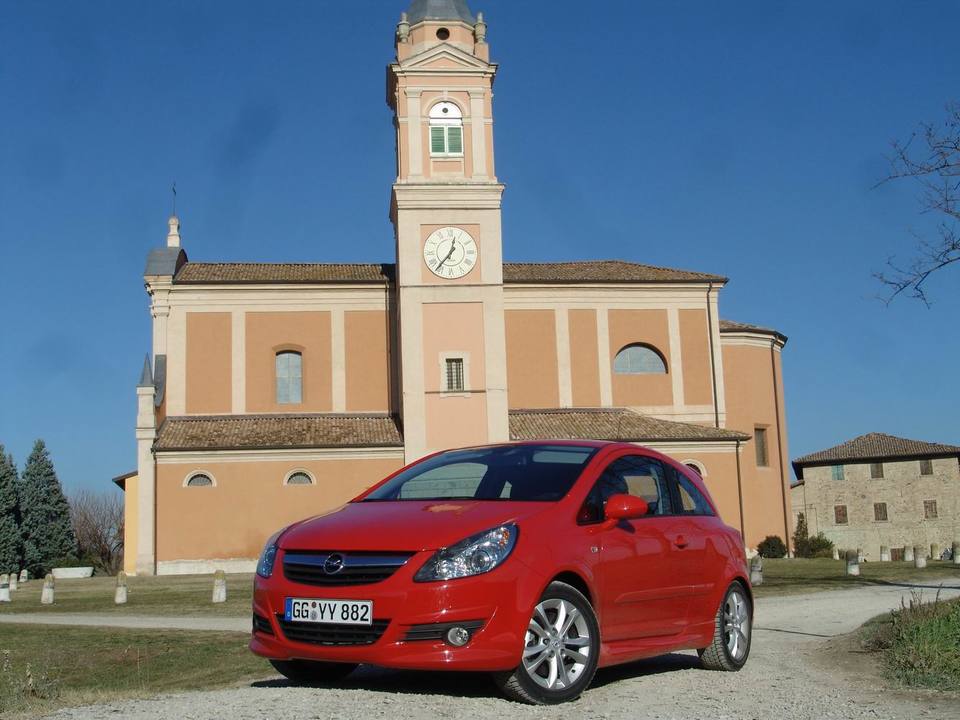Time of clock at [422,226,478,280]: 12:36
